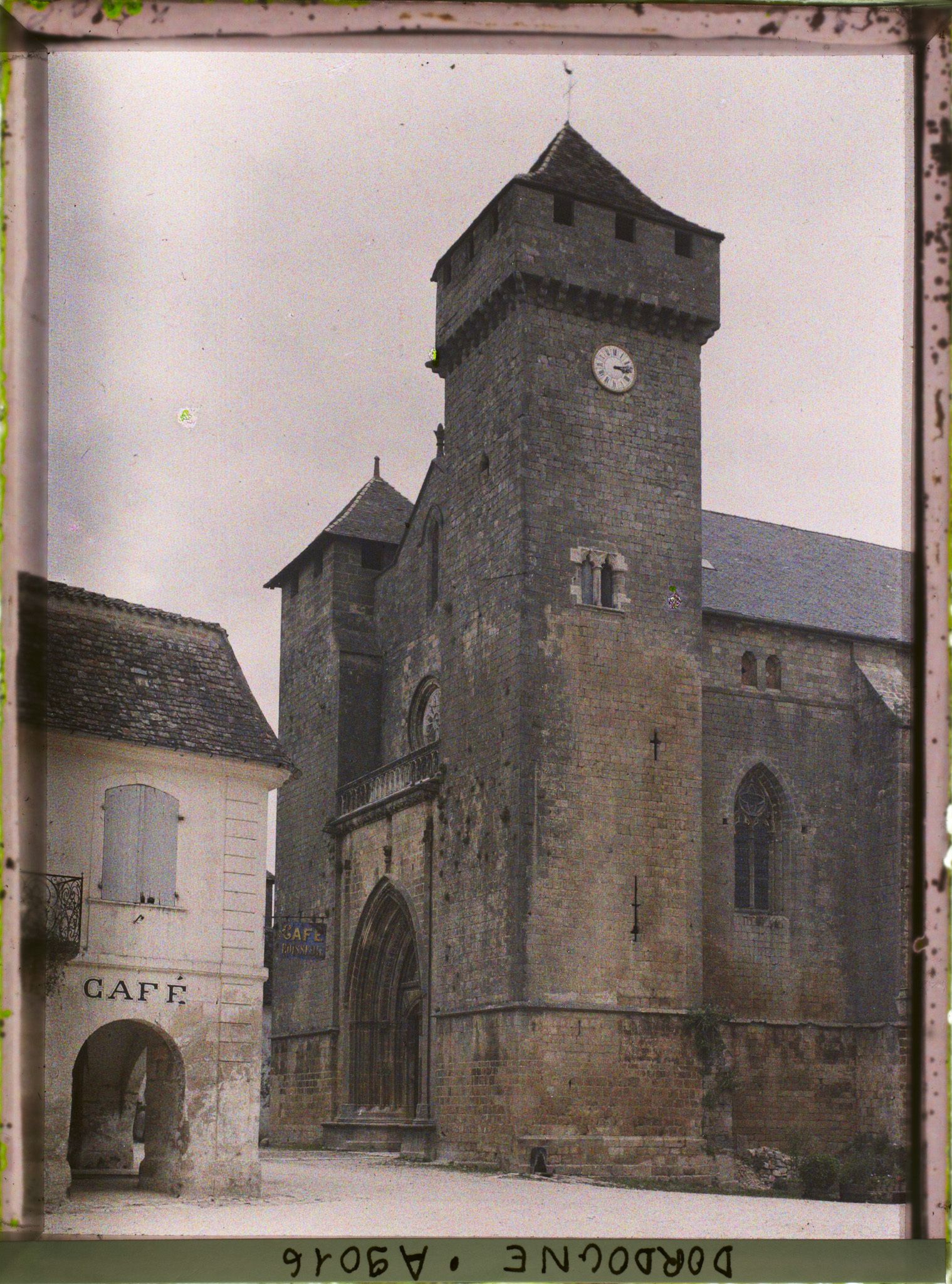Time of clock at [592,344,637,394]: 3:12
